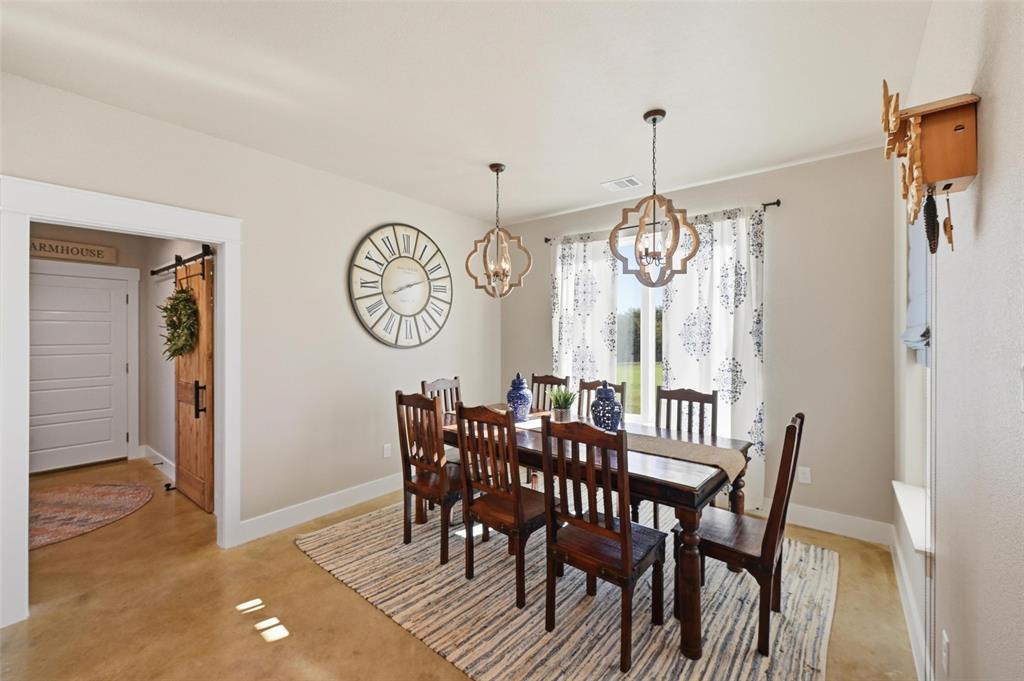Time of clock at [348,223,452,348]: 8:12
